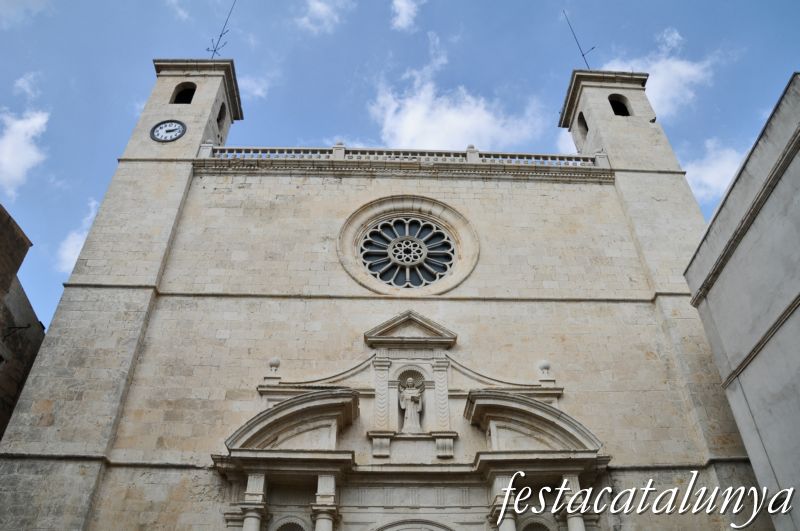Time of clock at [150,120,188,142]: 3:12
